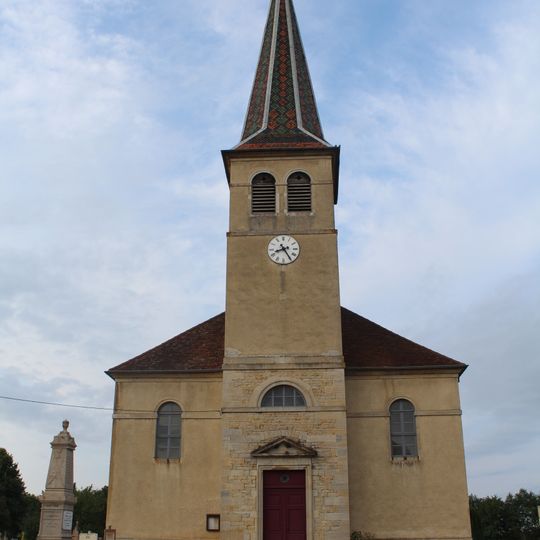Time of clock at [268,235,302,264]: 8:24
